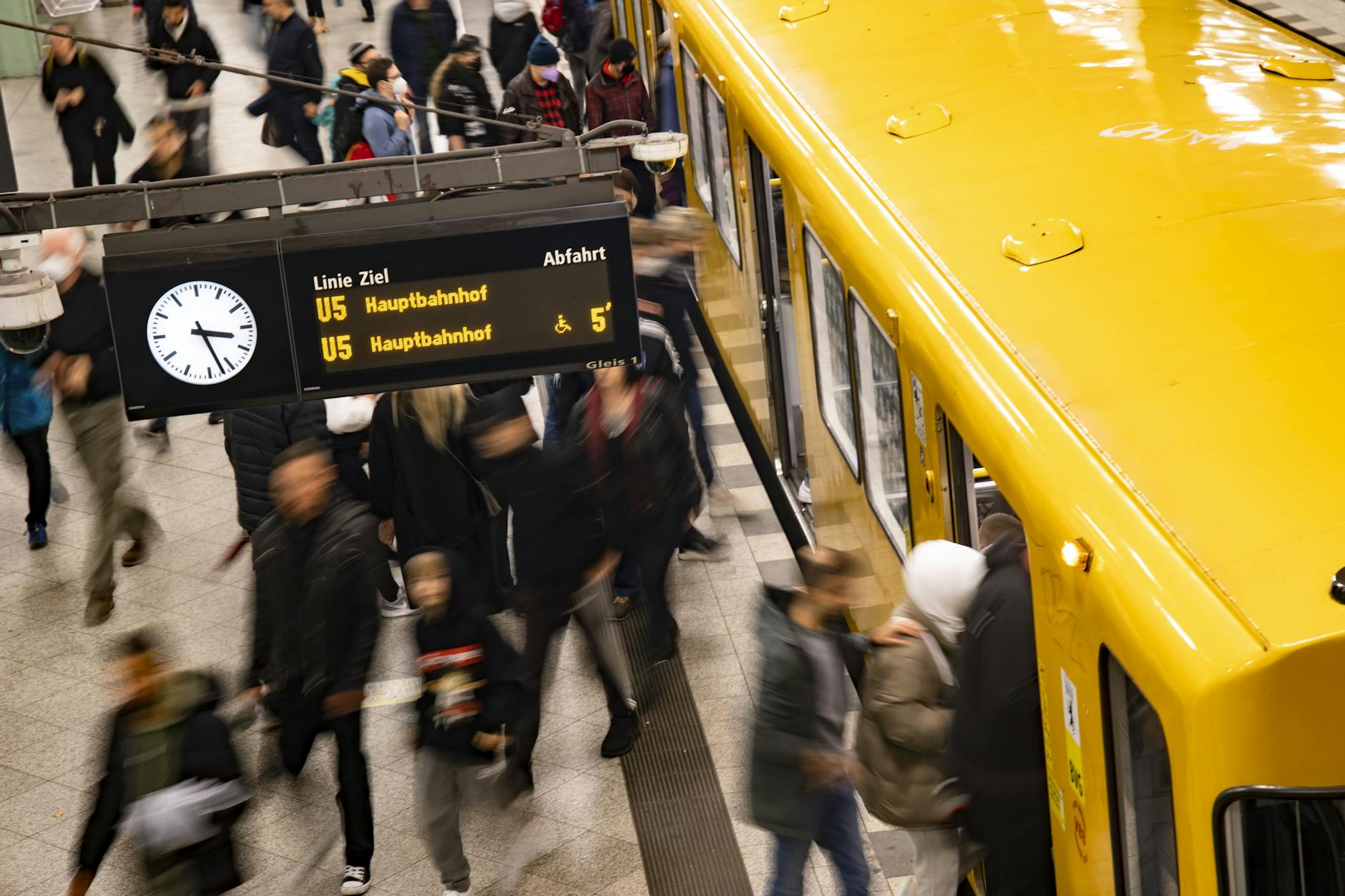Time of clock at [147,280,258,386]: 3:26
